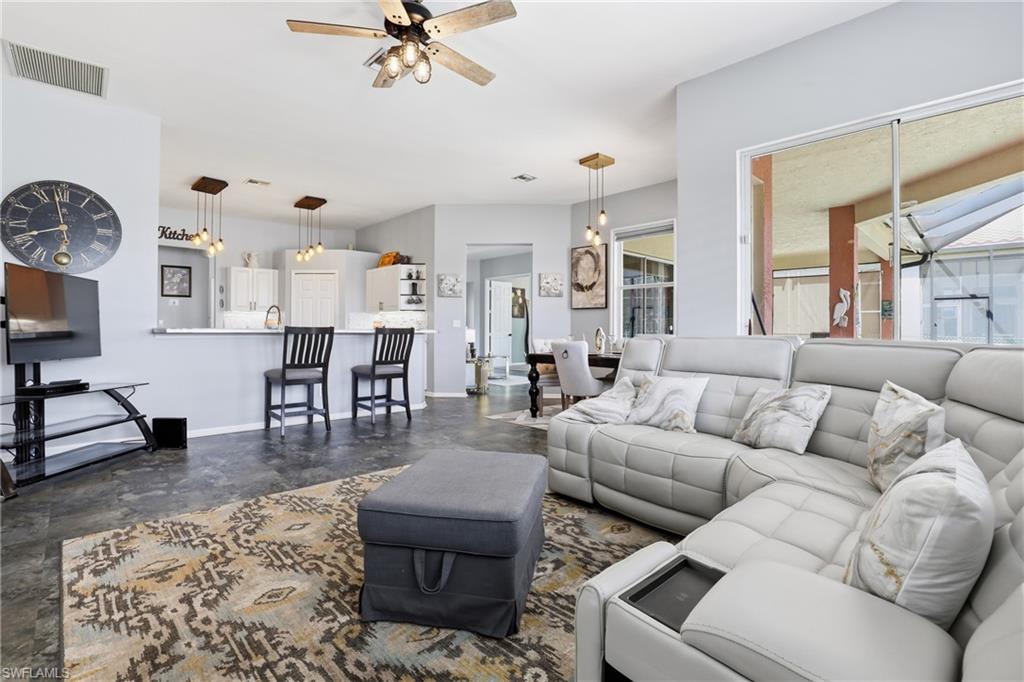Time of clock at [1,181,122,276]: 7:58
